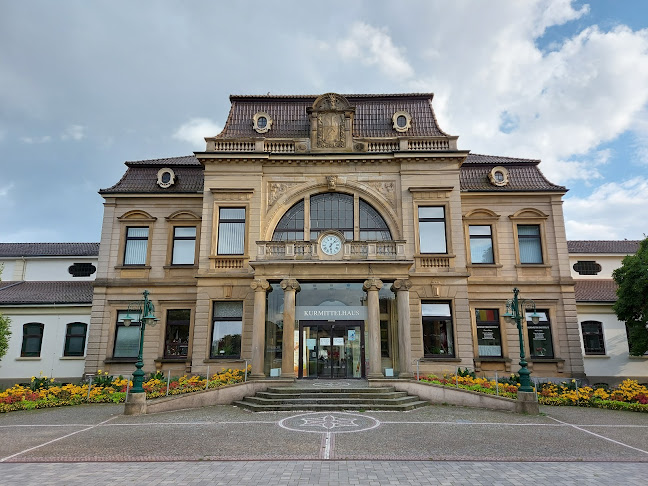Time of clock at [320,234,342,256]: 6:07
